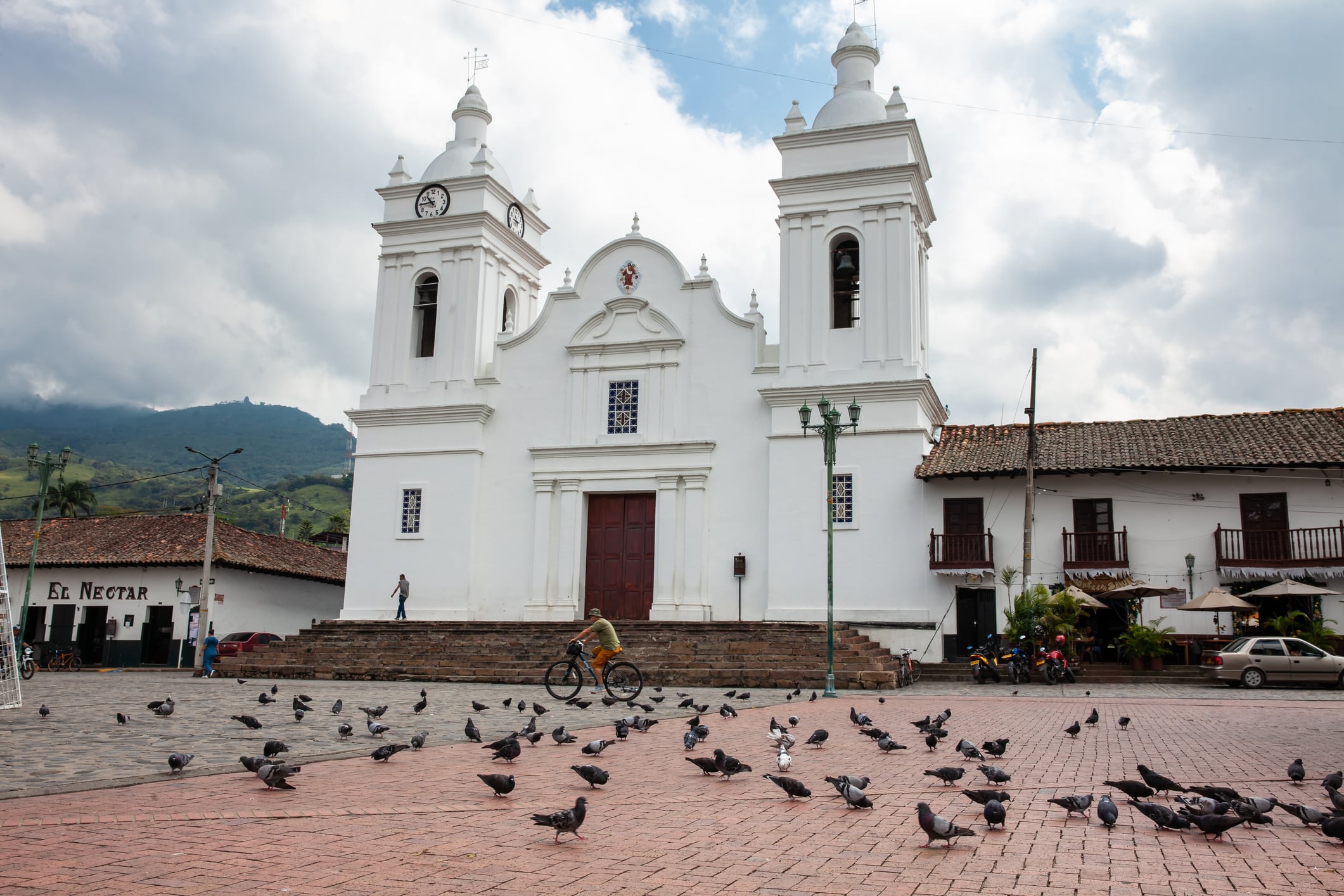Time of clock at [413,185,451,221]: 10:44
